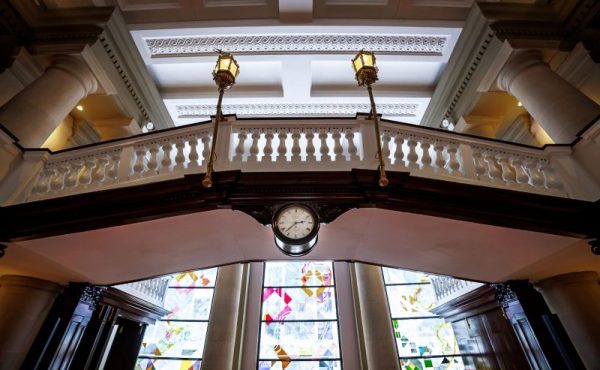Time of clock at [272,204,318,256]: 2:37
